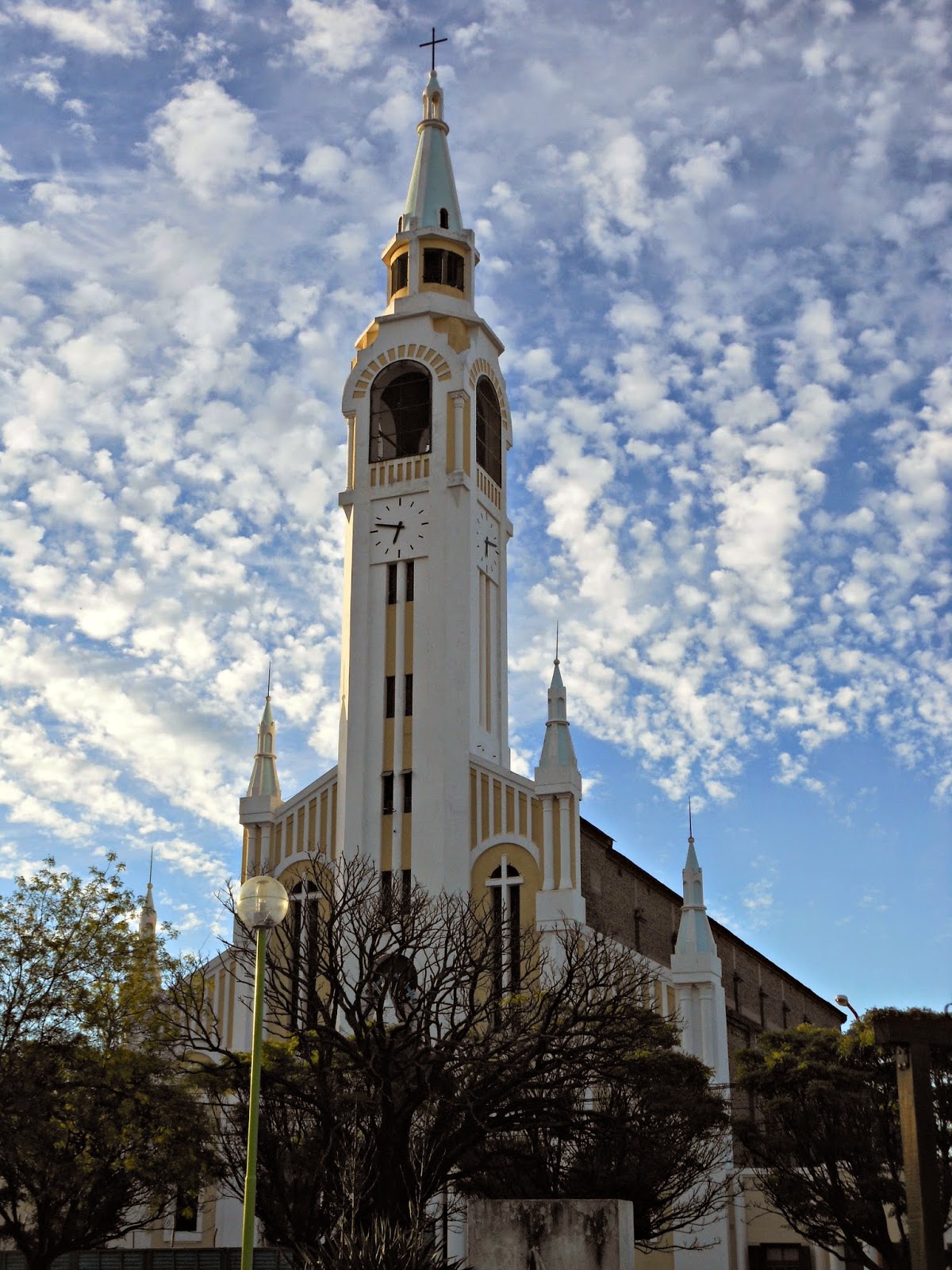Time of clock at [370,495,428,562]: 6:47
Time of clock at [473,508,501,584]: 6:13
